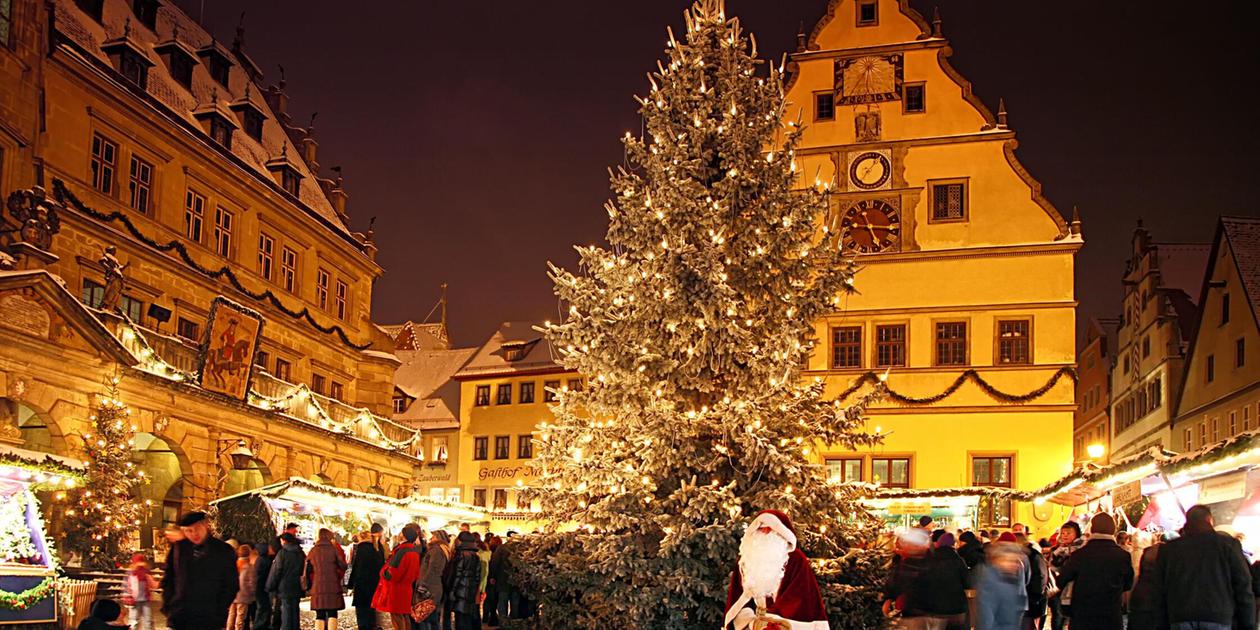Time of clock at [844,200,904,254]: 5:15
